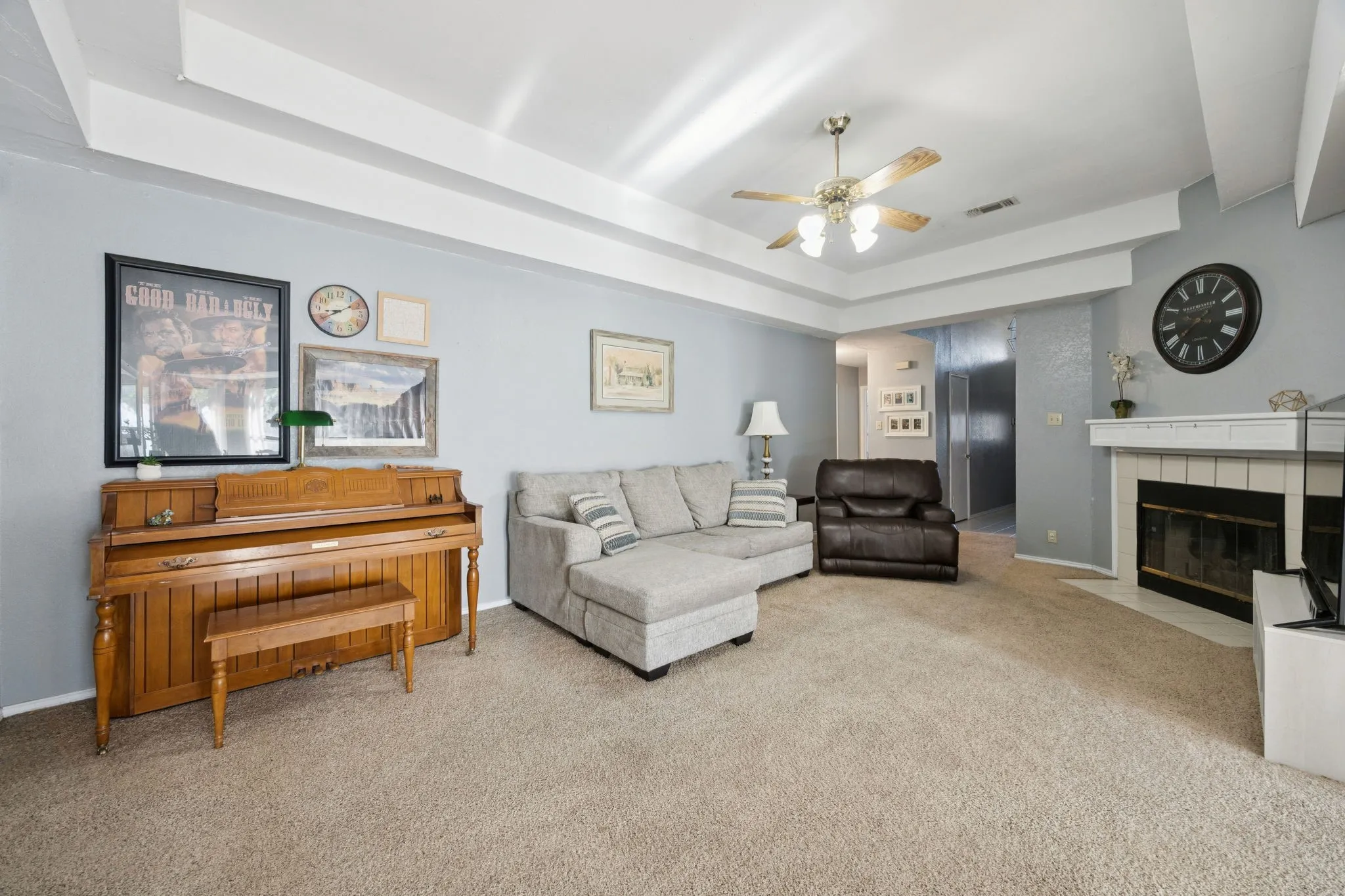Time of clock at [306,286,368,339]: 8:39
